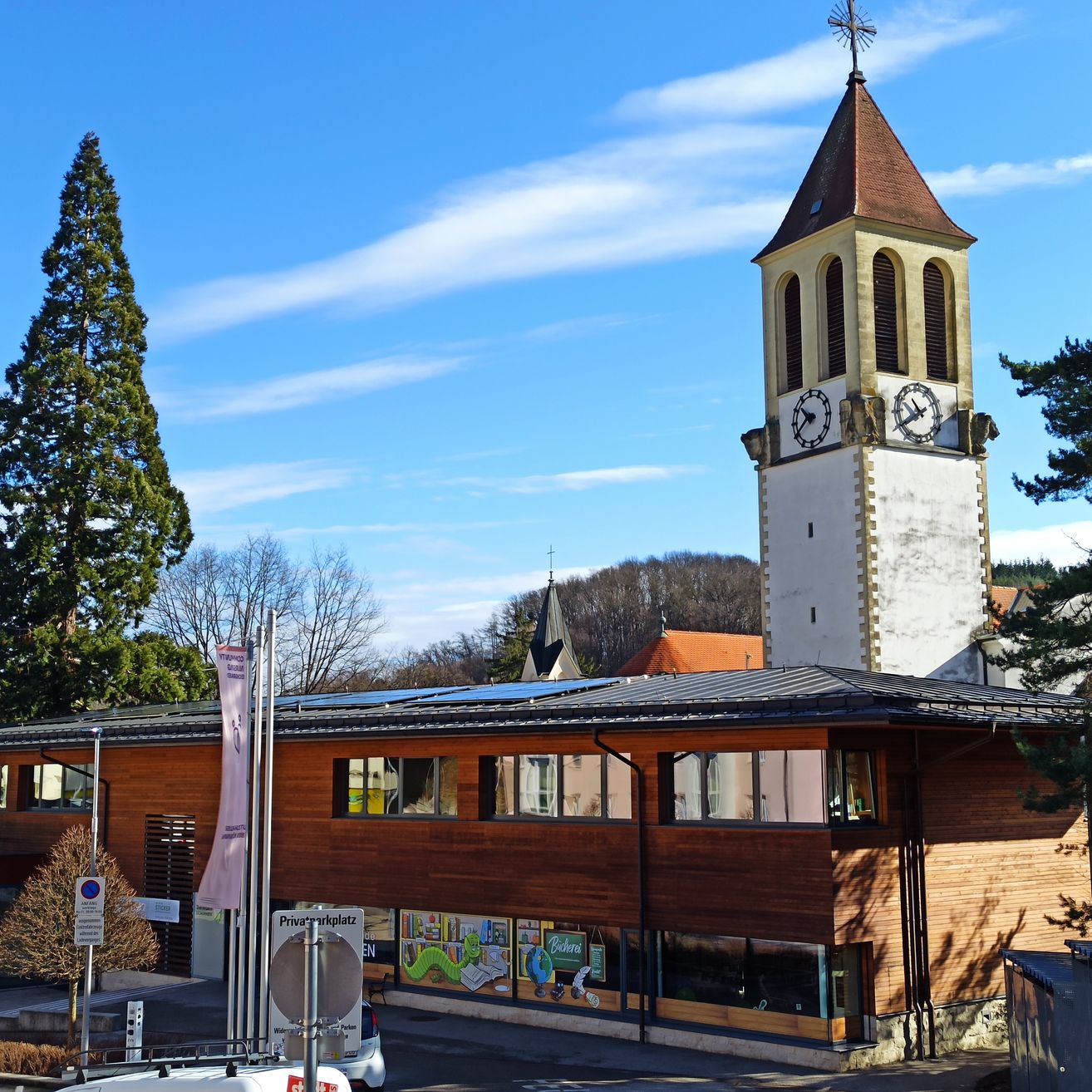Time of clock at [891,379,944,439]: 10:39
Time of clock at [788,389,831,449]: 10:39
